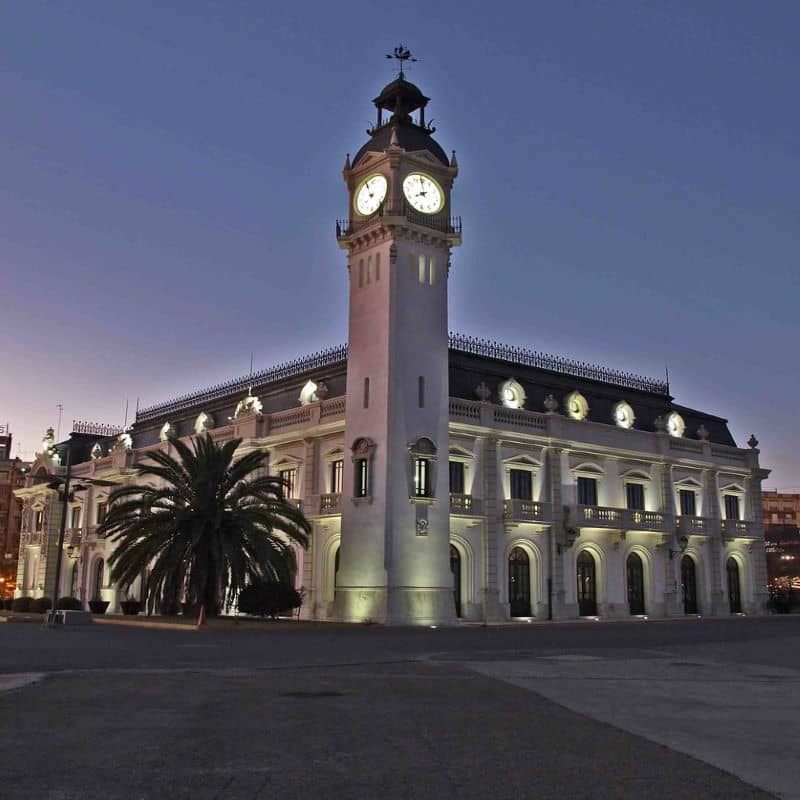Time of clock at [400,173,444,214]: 7:59
